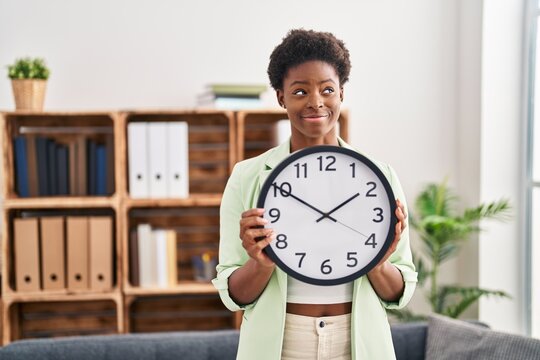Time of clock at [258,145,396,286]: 1:50
